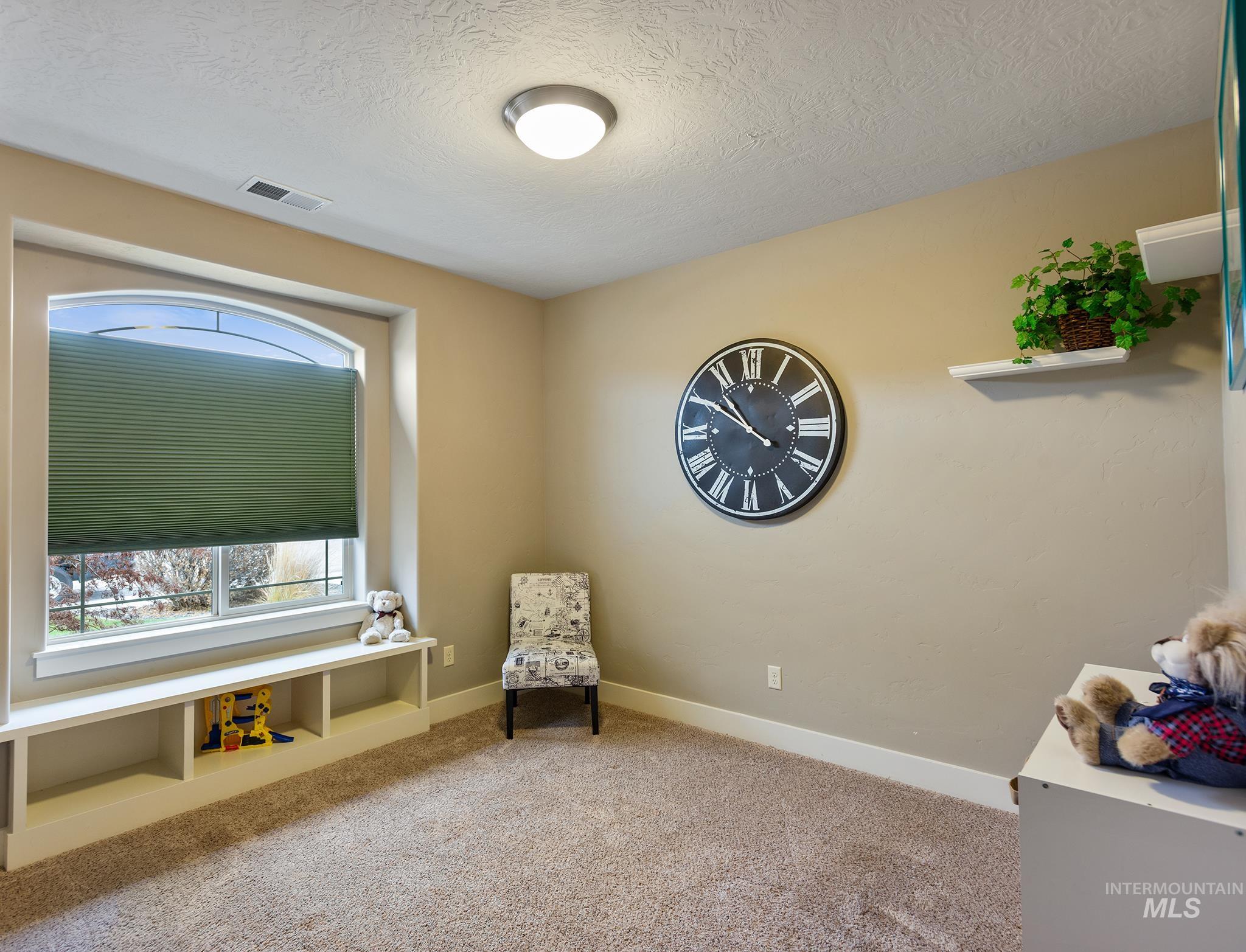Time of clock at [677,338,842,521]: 10:50
